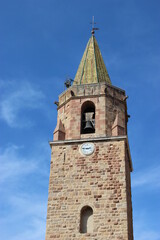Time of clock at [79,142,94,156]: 2:46
